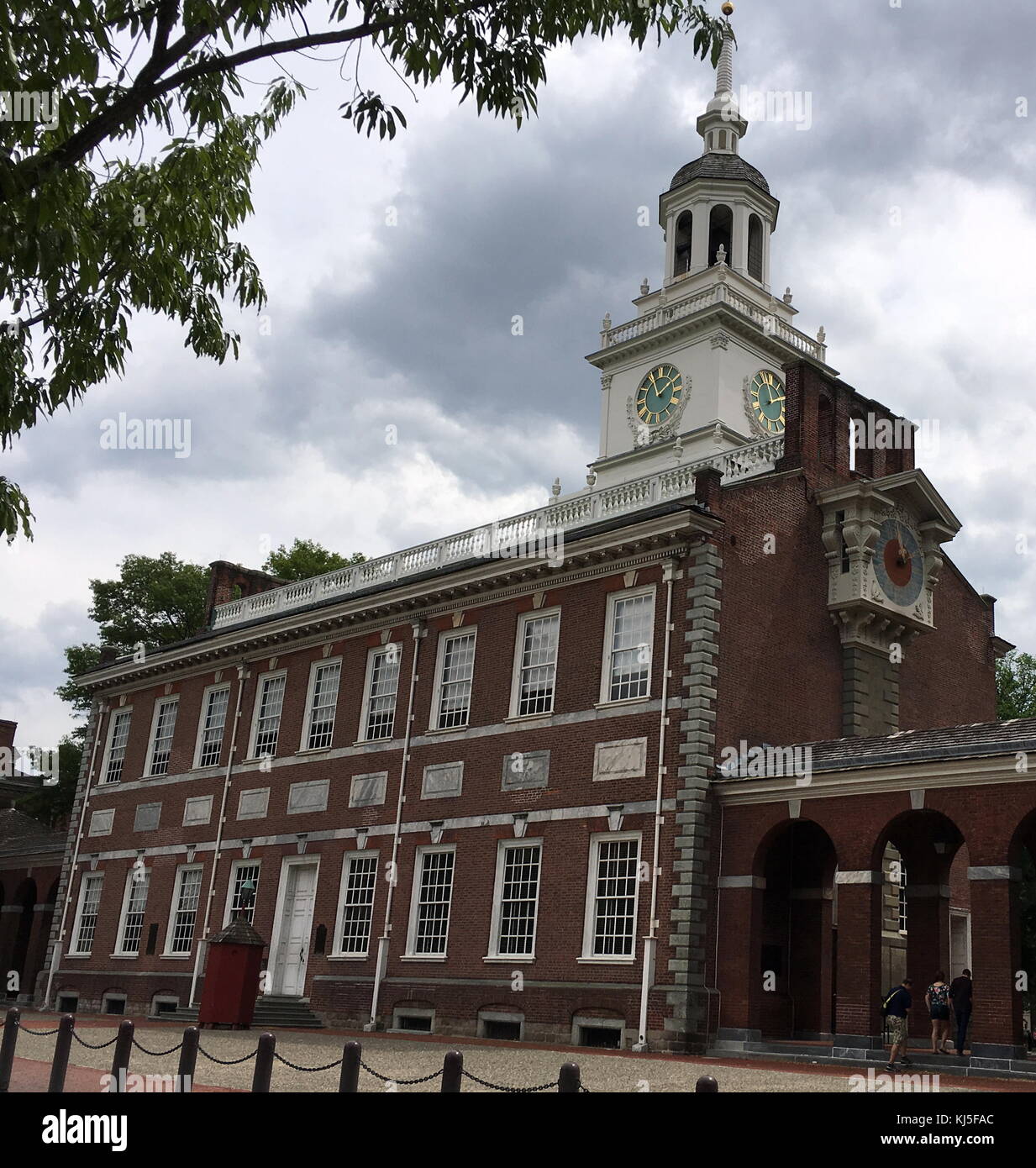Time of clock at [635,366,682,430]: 1:56
